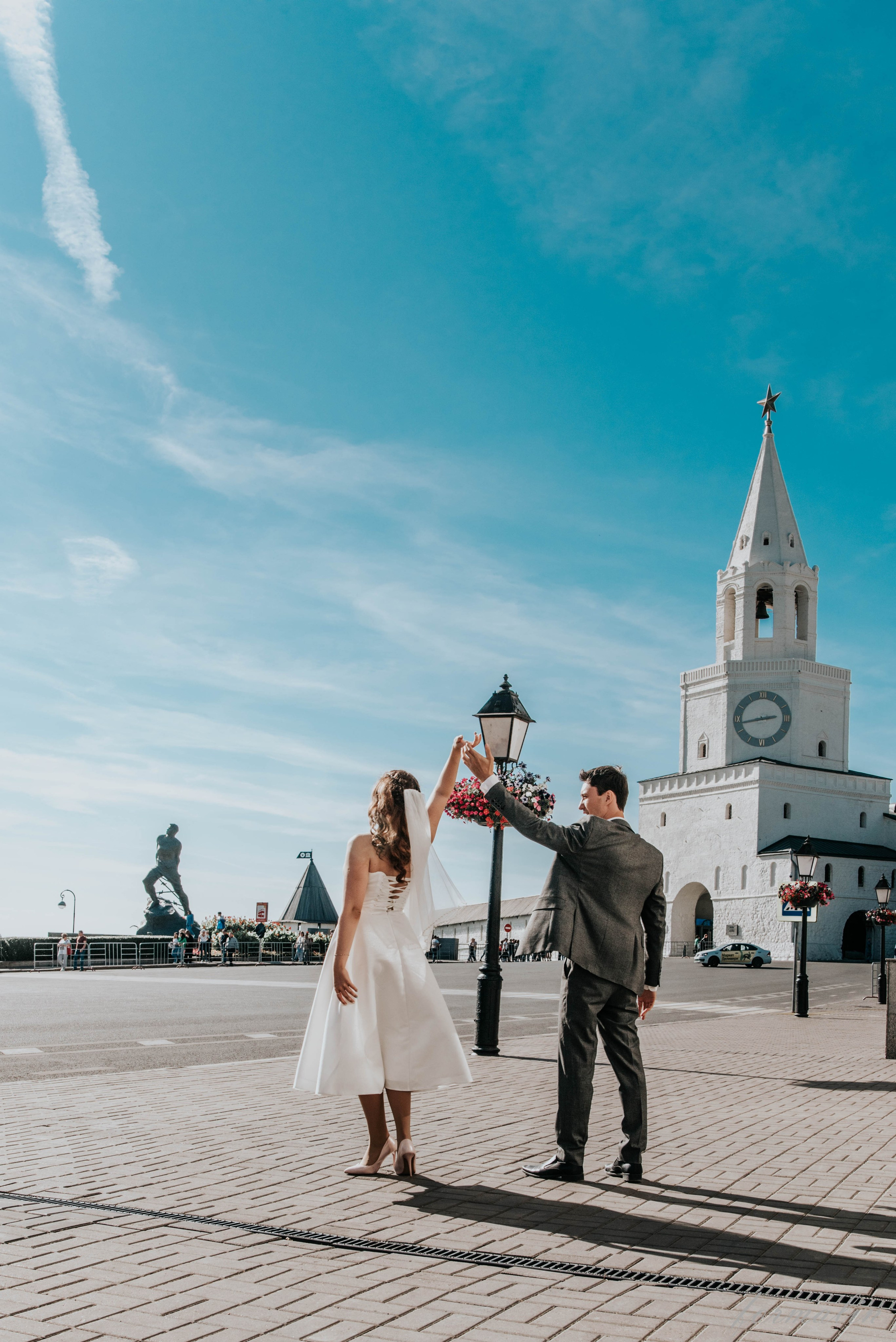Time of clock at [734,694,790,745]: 2:43
